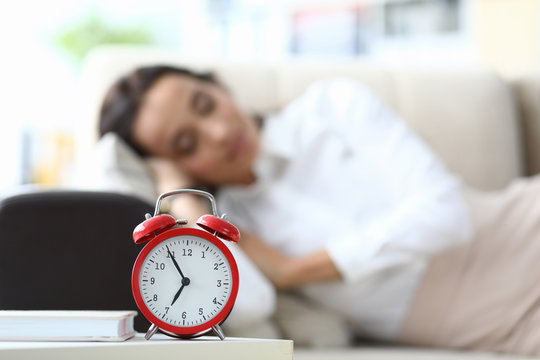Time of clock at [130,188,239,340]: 6:54
